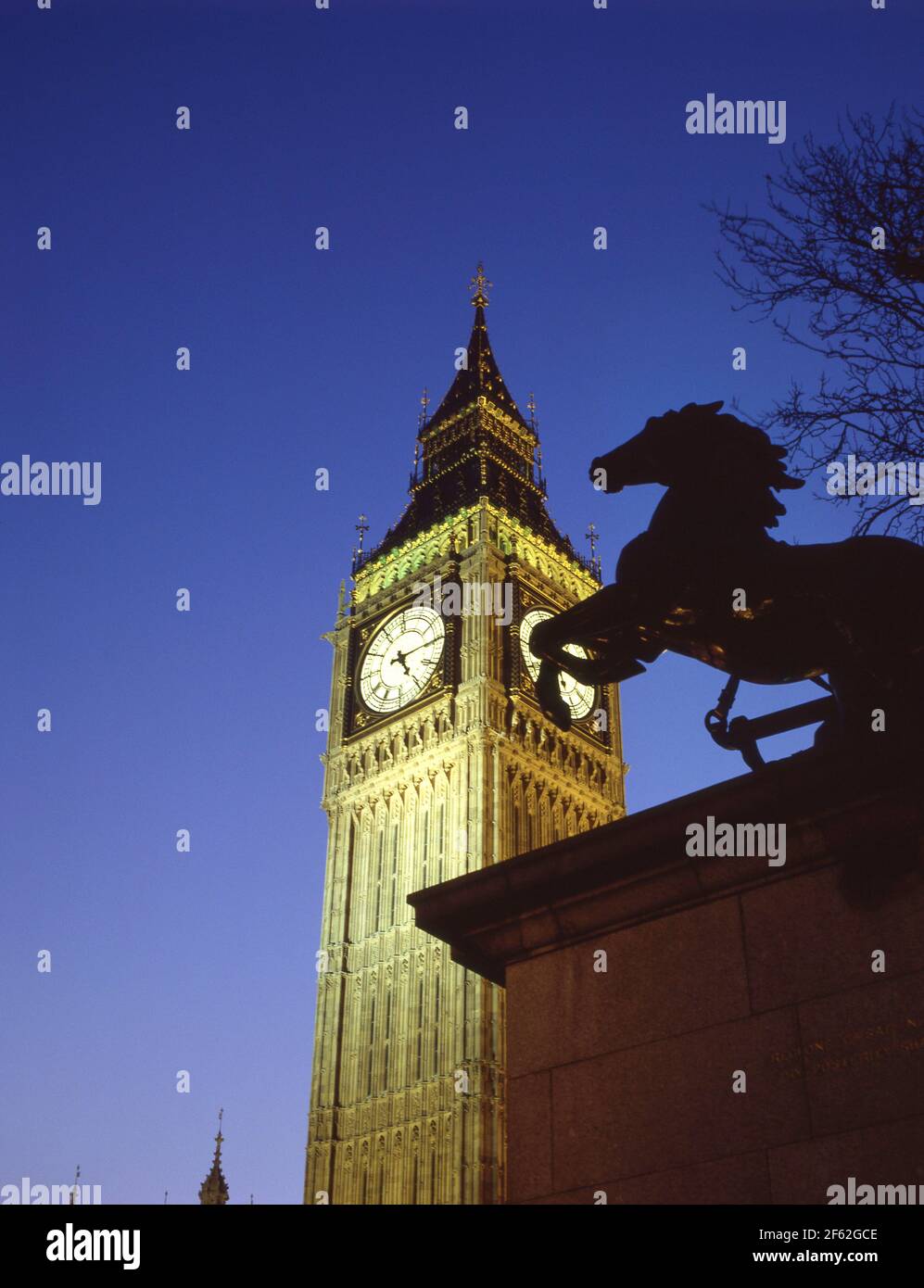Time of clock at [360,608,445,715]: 5:14
